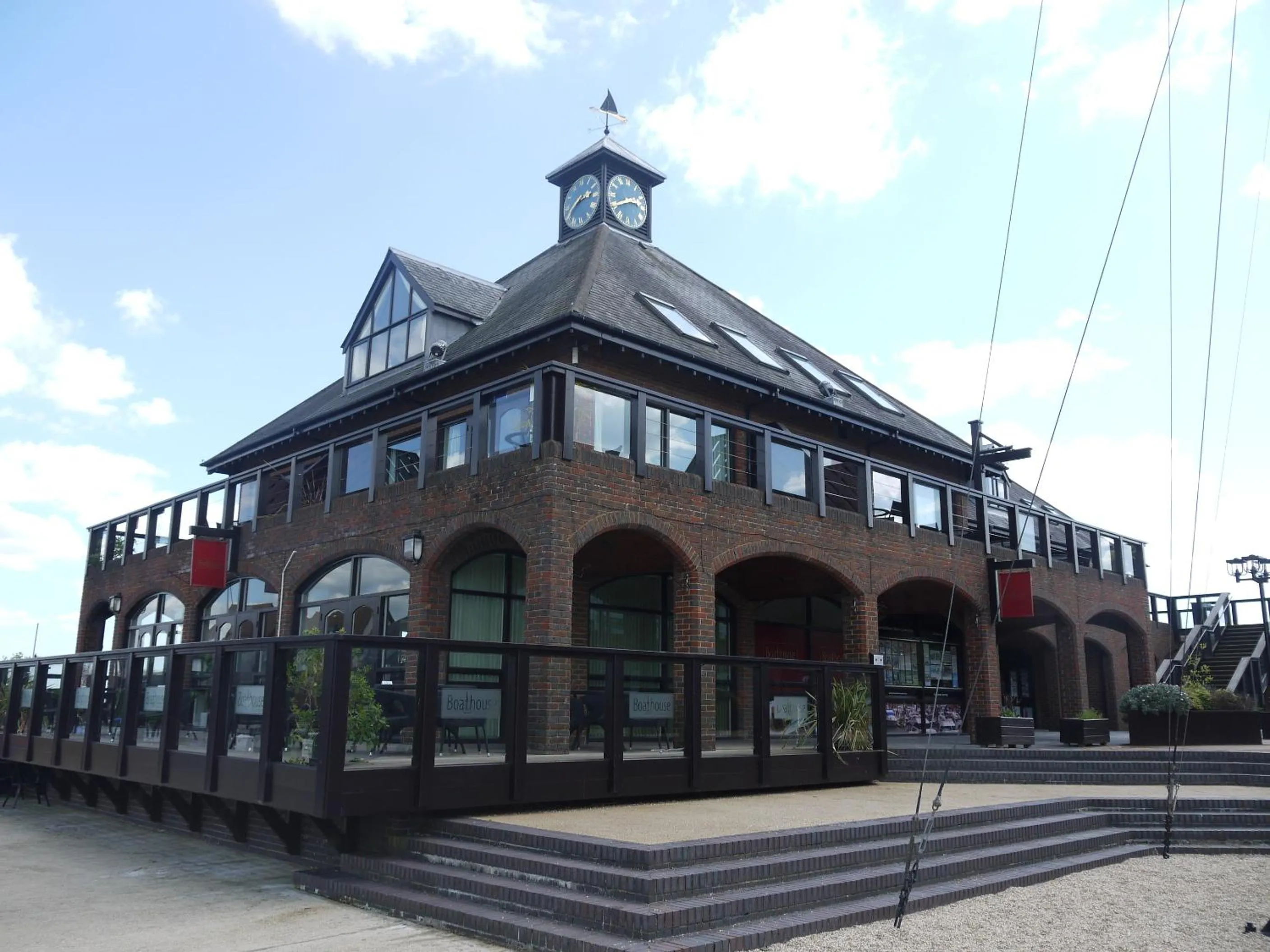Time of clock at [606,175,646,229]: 2:40
